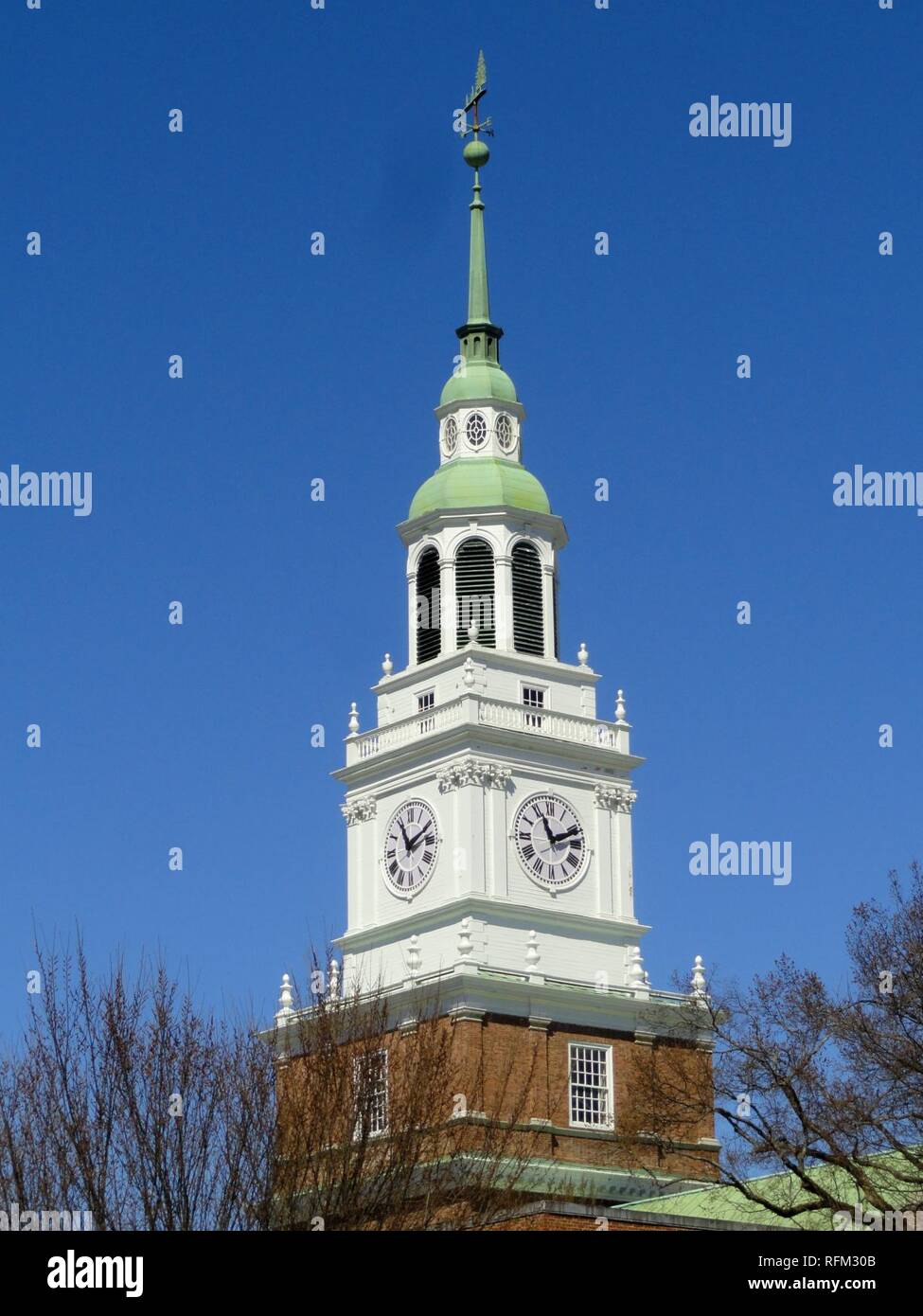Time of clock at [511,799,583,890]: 11:11
